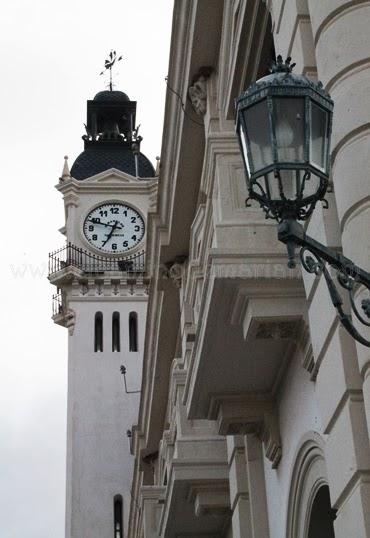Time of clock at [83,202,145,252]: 6:48
